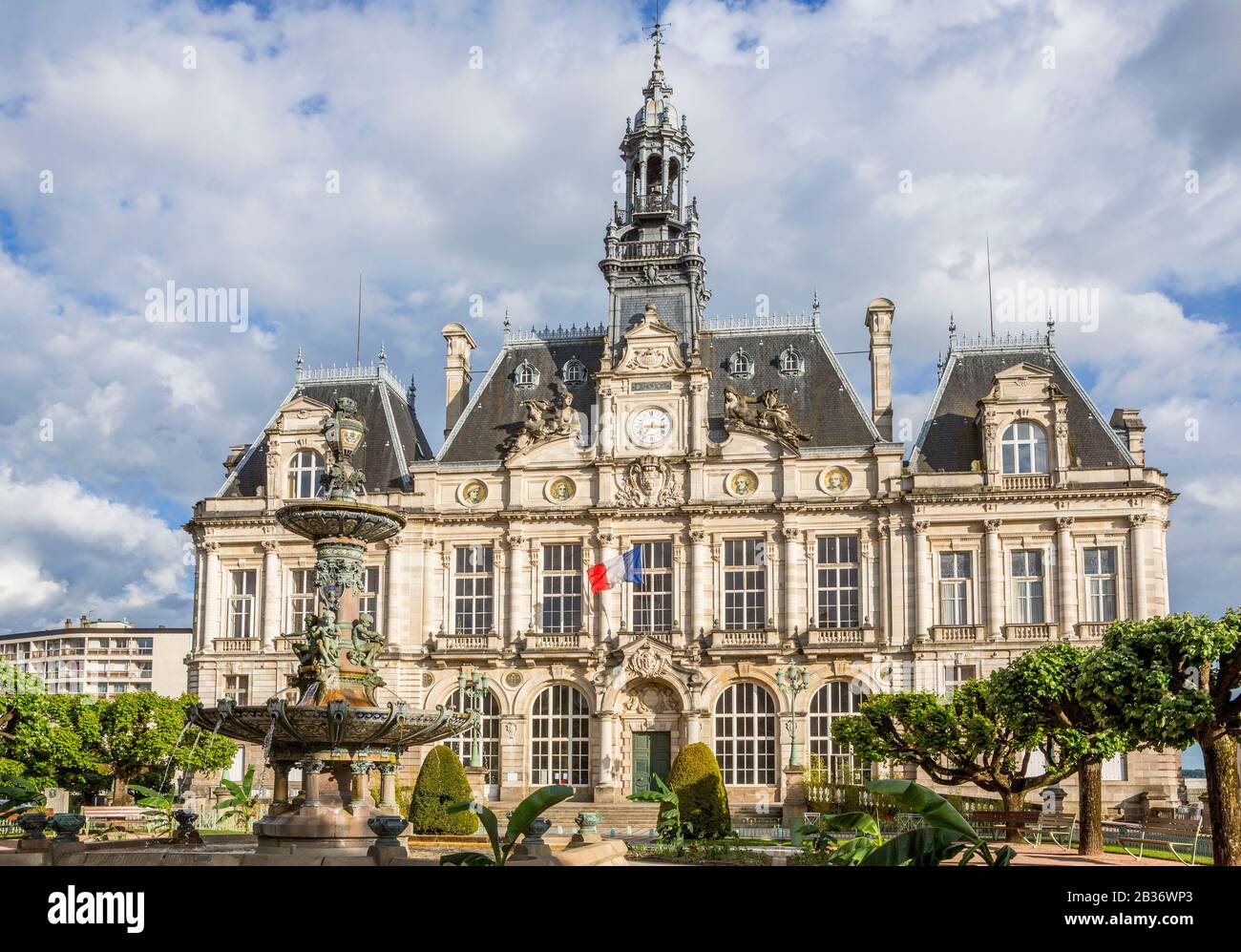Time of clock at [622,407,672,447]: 7:15
